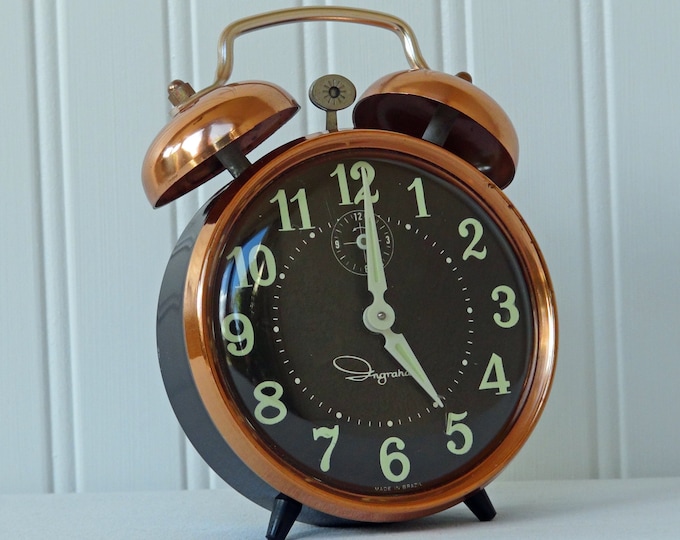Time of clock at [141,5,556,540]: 5:00
